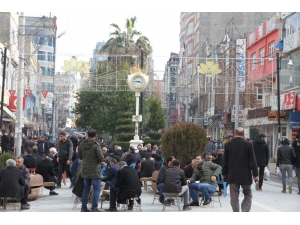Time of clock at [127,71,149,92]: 3:44
